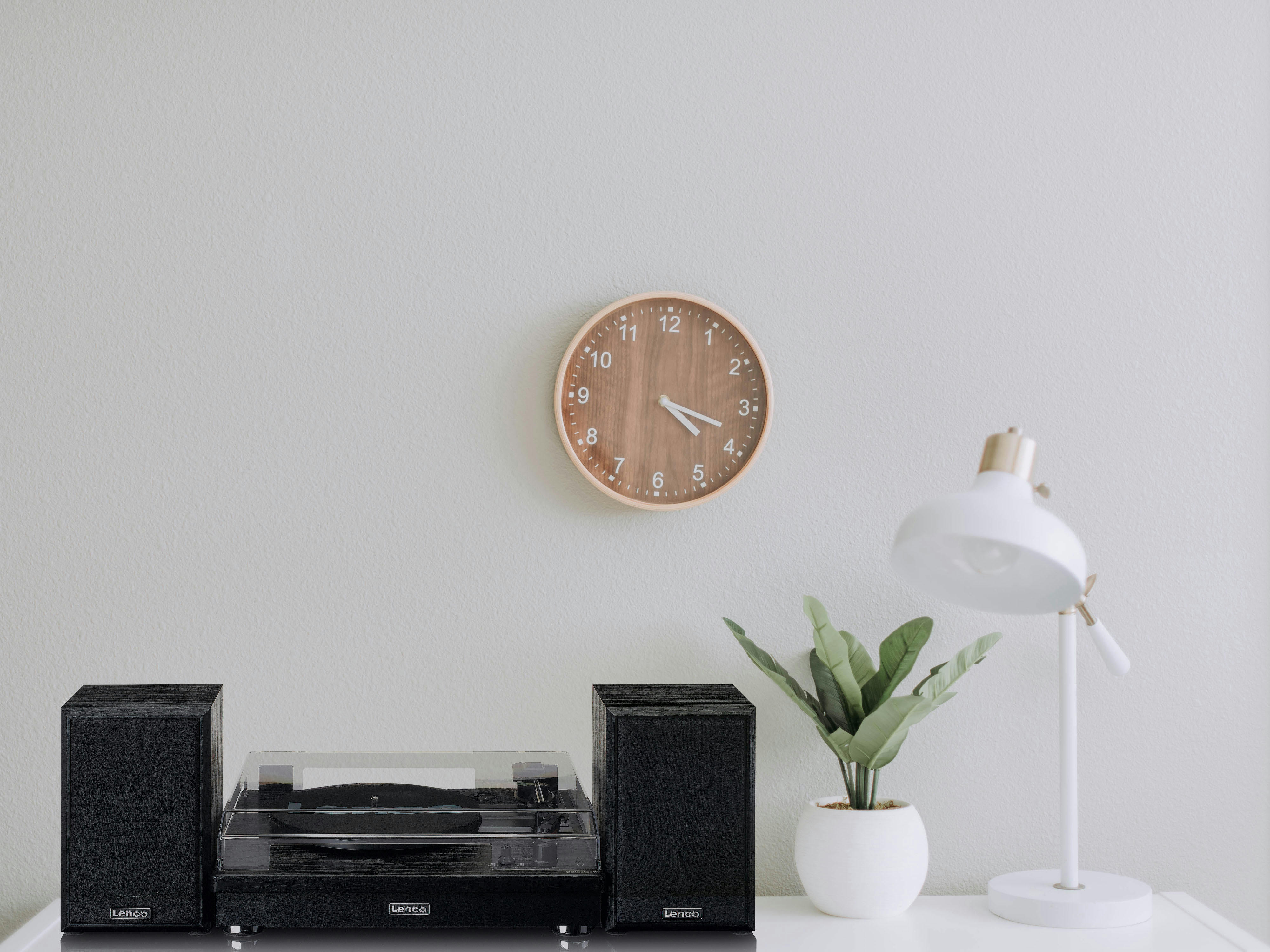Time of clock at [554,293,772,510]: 4:18
